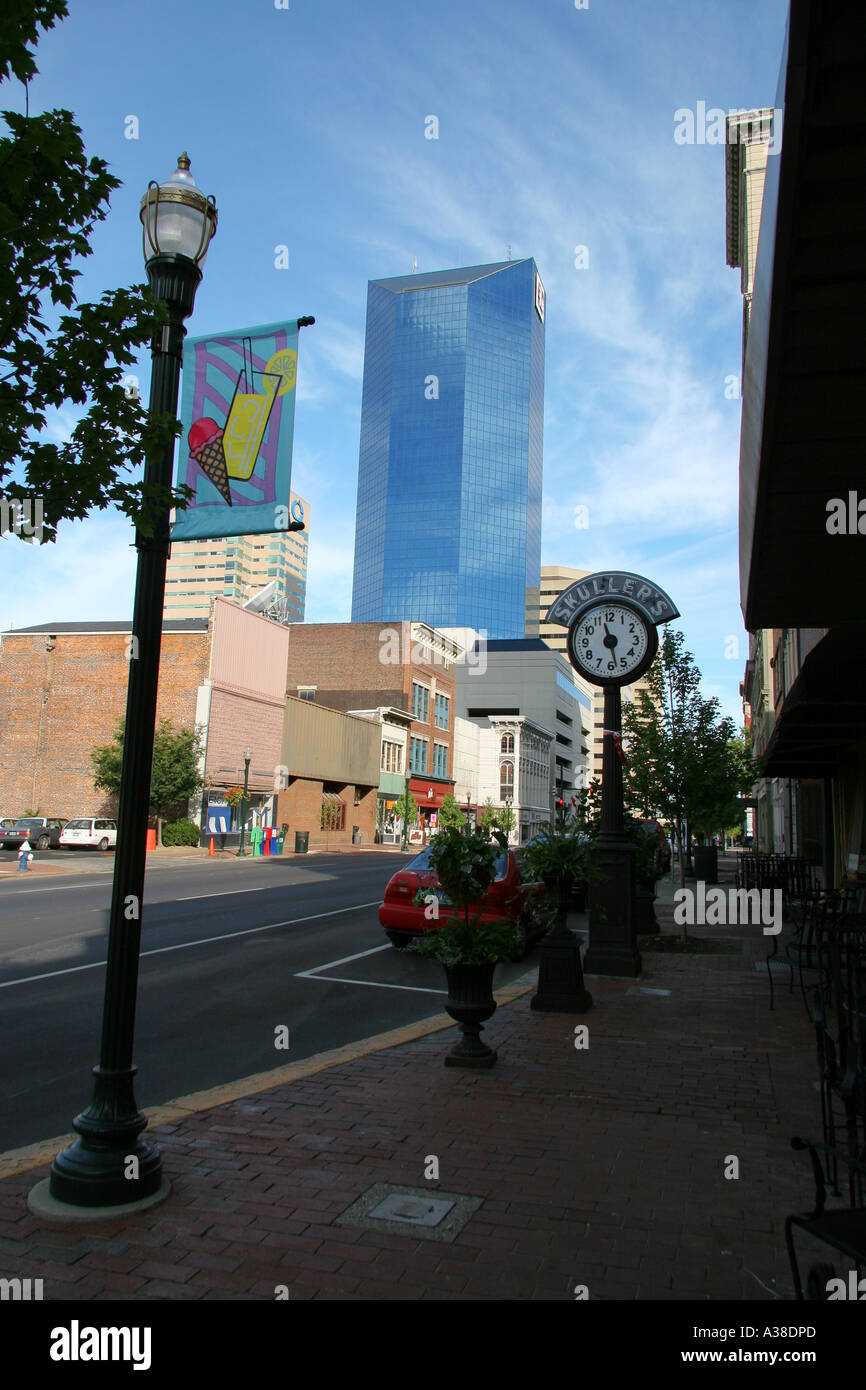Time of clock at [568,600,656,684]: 11:28
